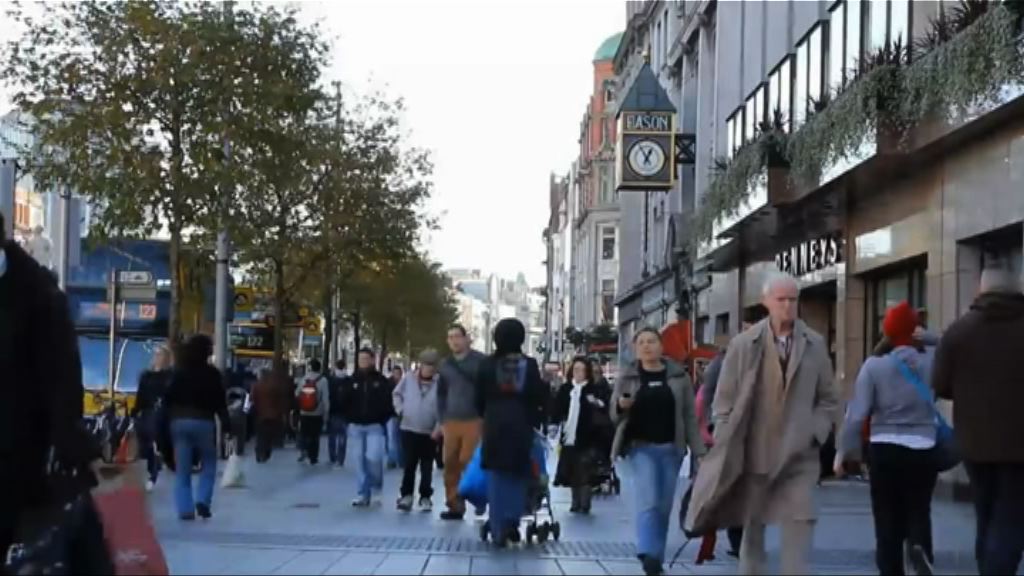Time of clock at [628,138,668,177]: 12:55
